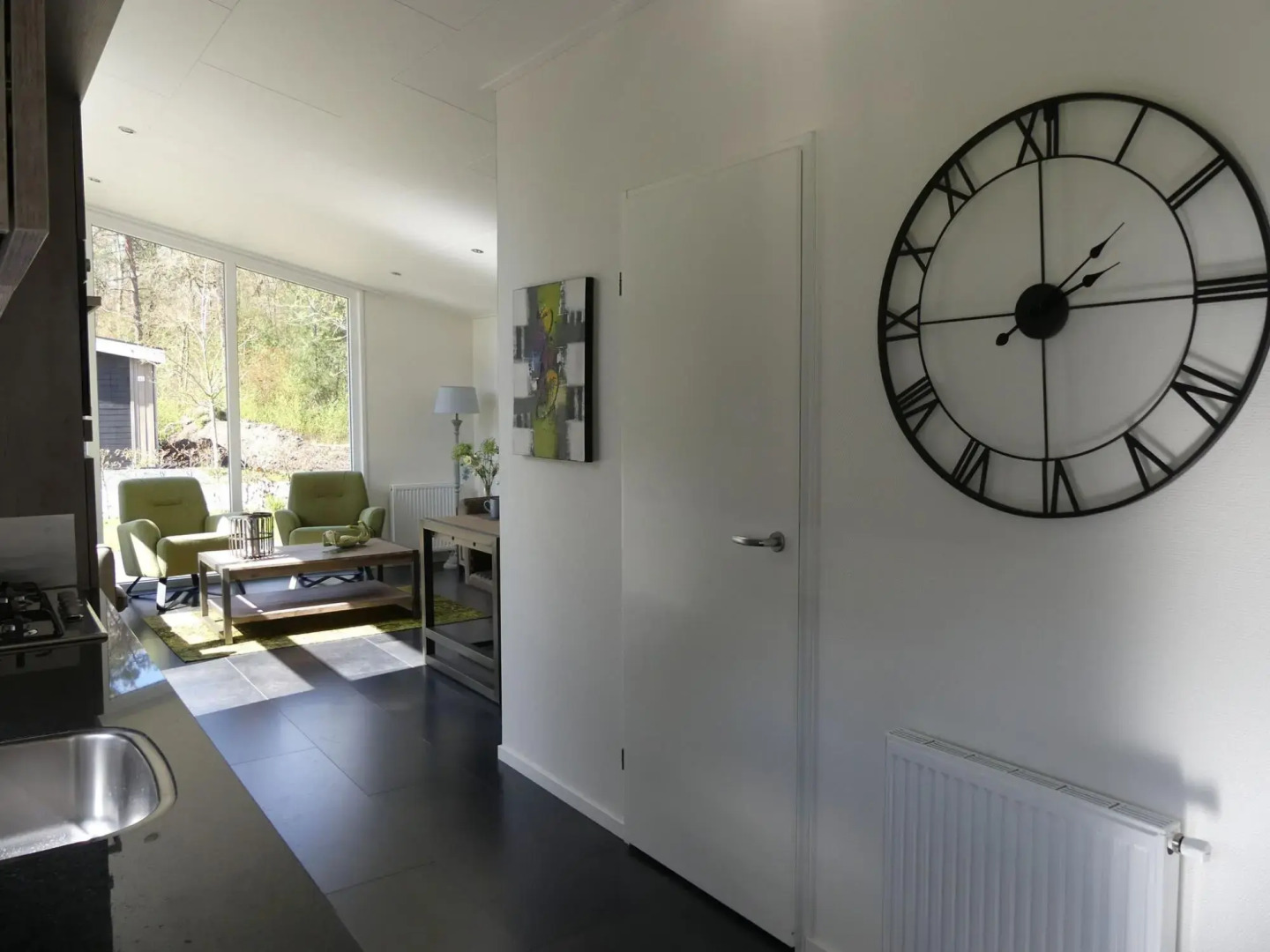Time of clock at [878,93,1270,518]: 2:00
